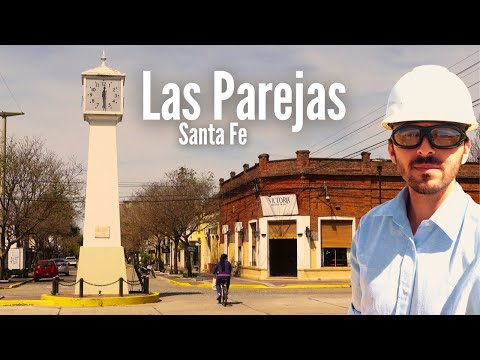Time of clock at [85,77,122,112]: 12:29
